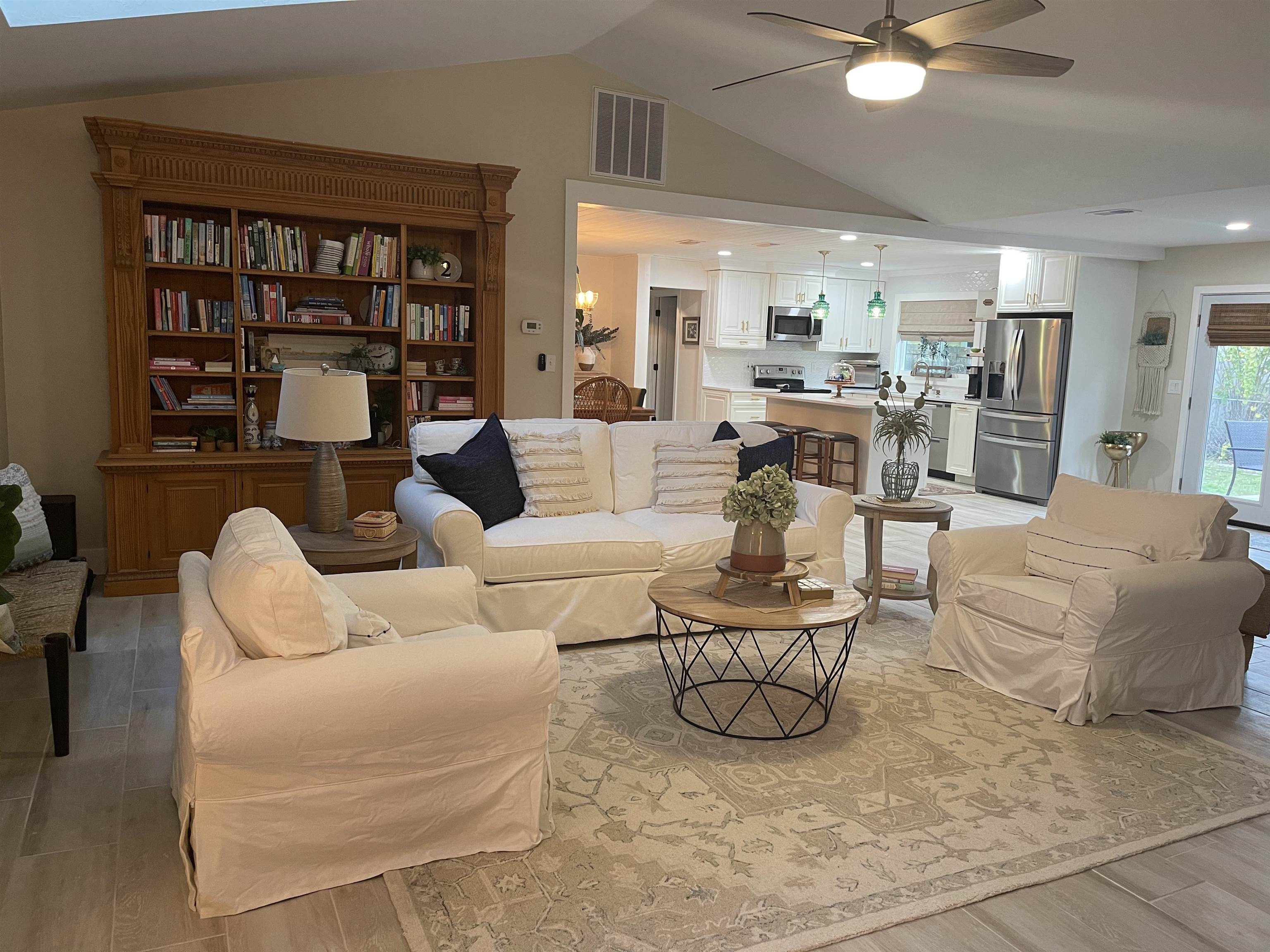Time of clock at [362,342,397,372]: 9:10
